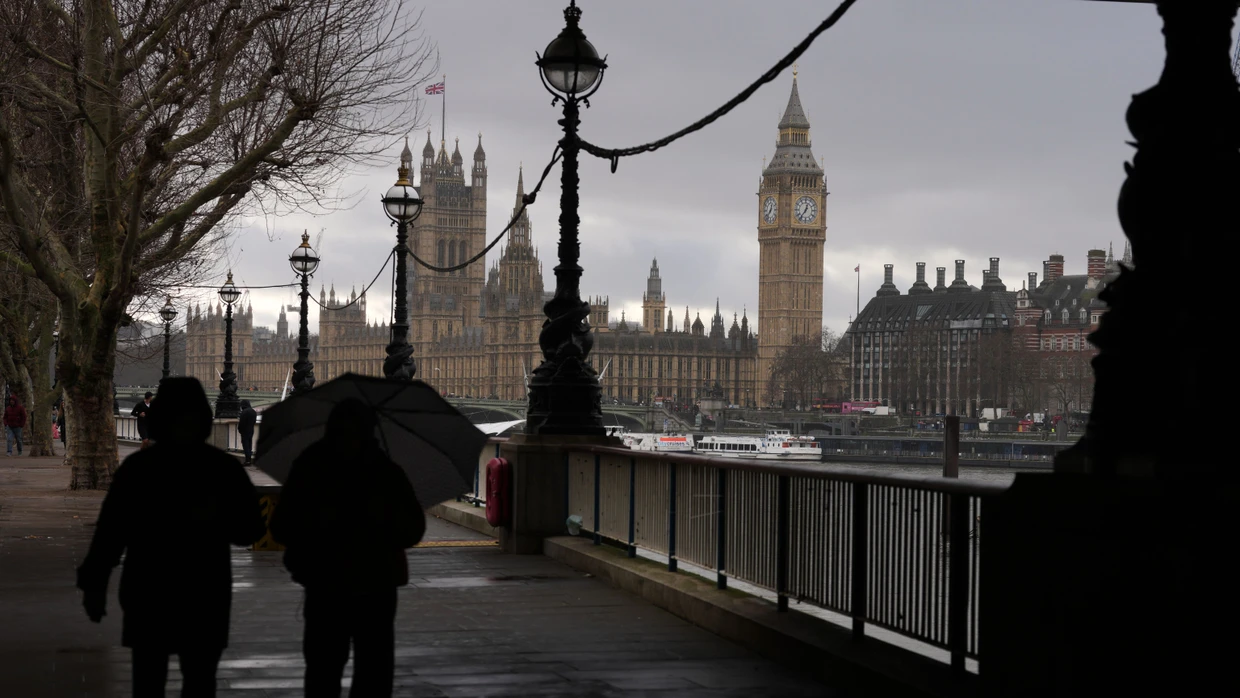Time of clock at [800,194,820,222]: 12:36
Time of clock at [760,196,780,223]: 12:37
